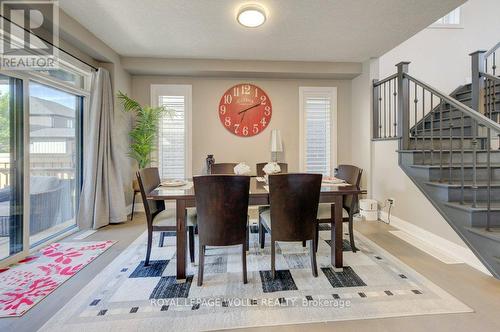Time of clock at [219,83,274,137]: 2:11
